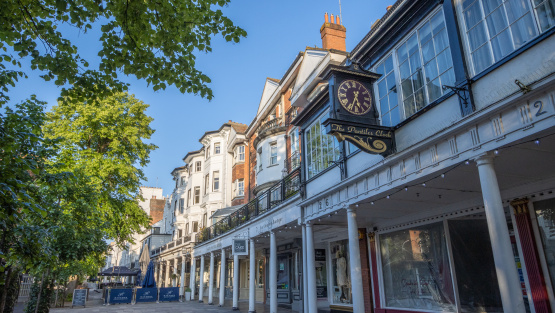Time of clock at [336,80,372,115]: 5:34
